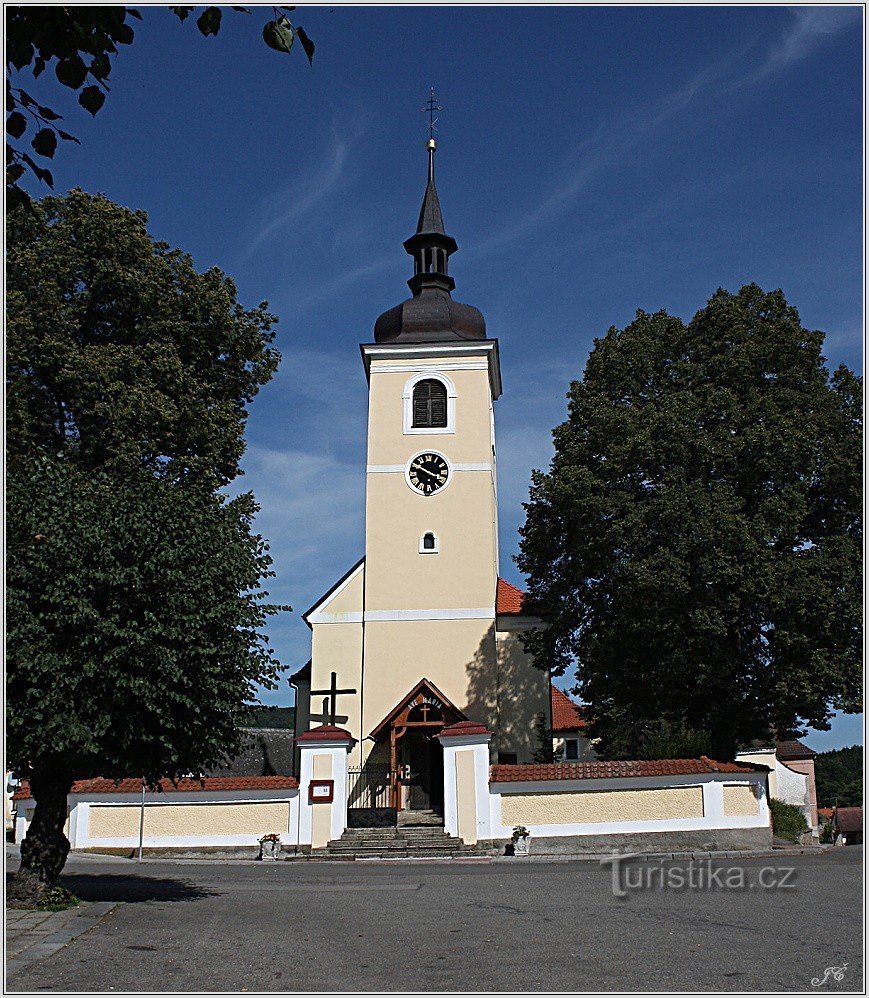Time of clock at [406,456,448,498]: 3:50
